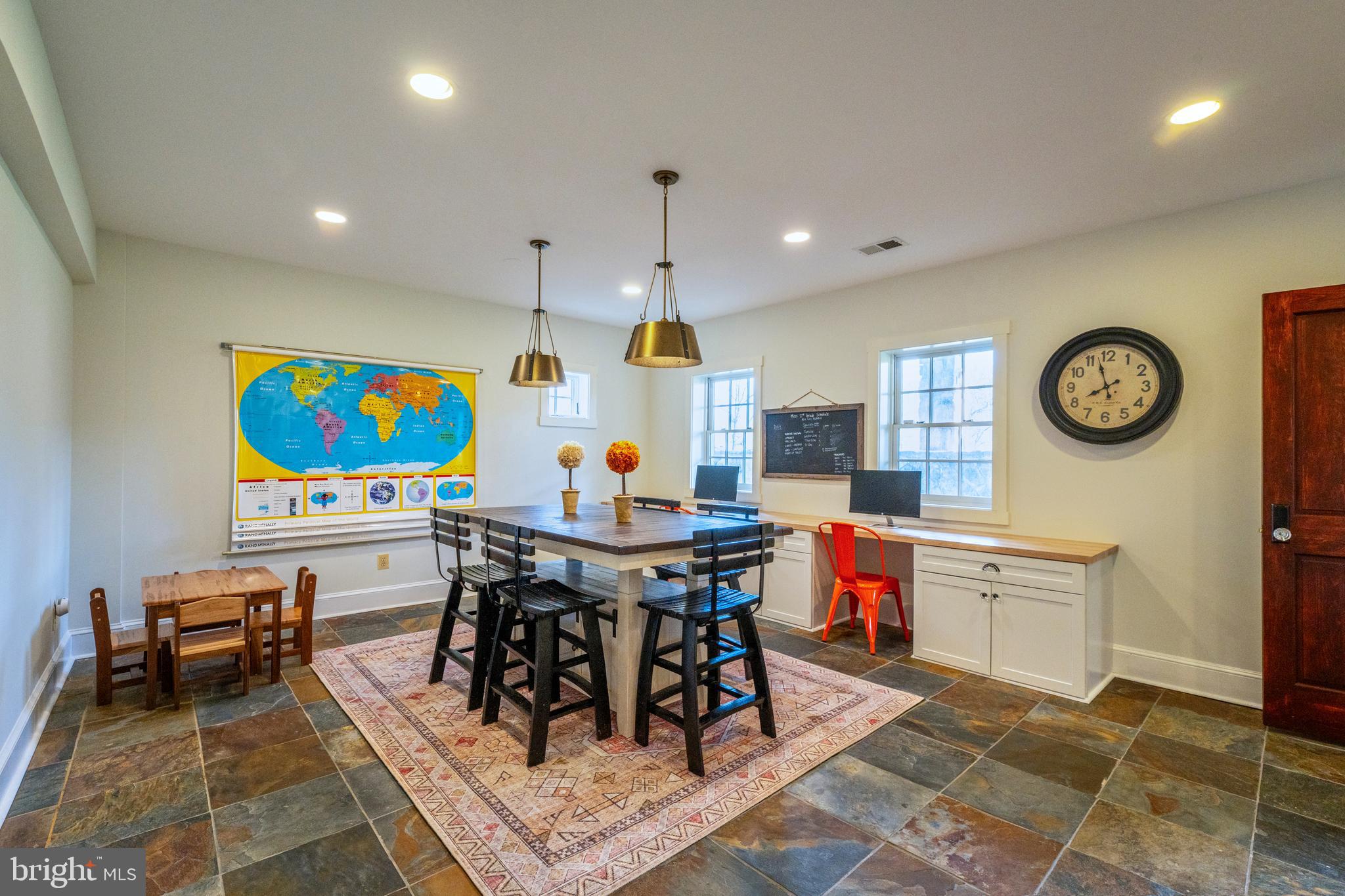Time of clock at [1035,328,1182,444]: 7:57
